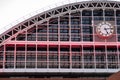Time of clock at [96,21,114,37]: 5:13
